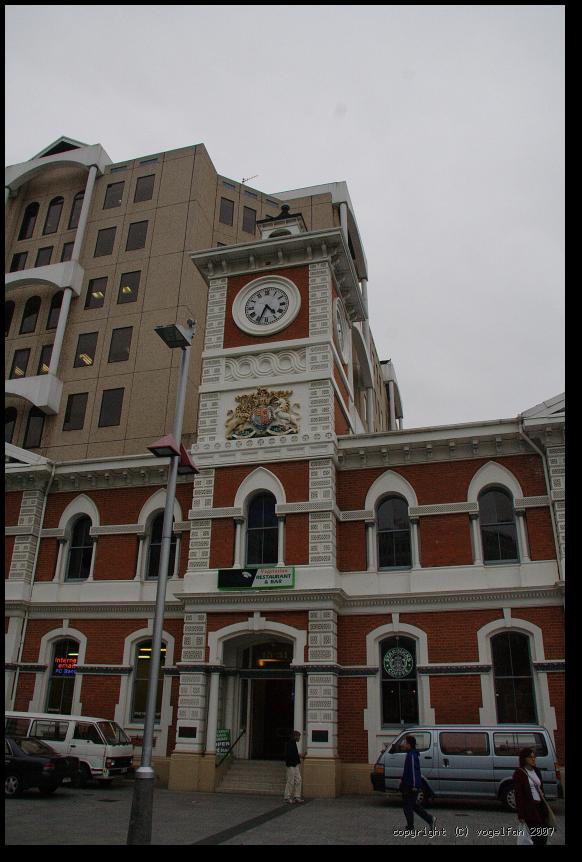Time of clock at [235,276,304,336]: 4:34
